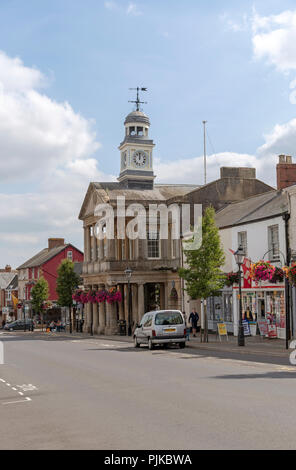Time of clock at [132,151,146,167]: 11:59
